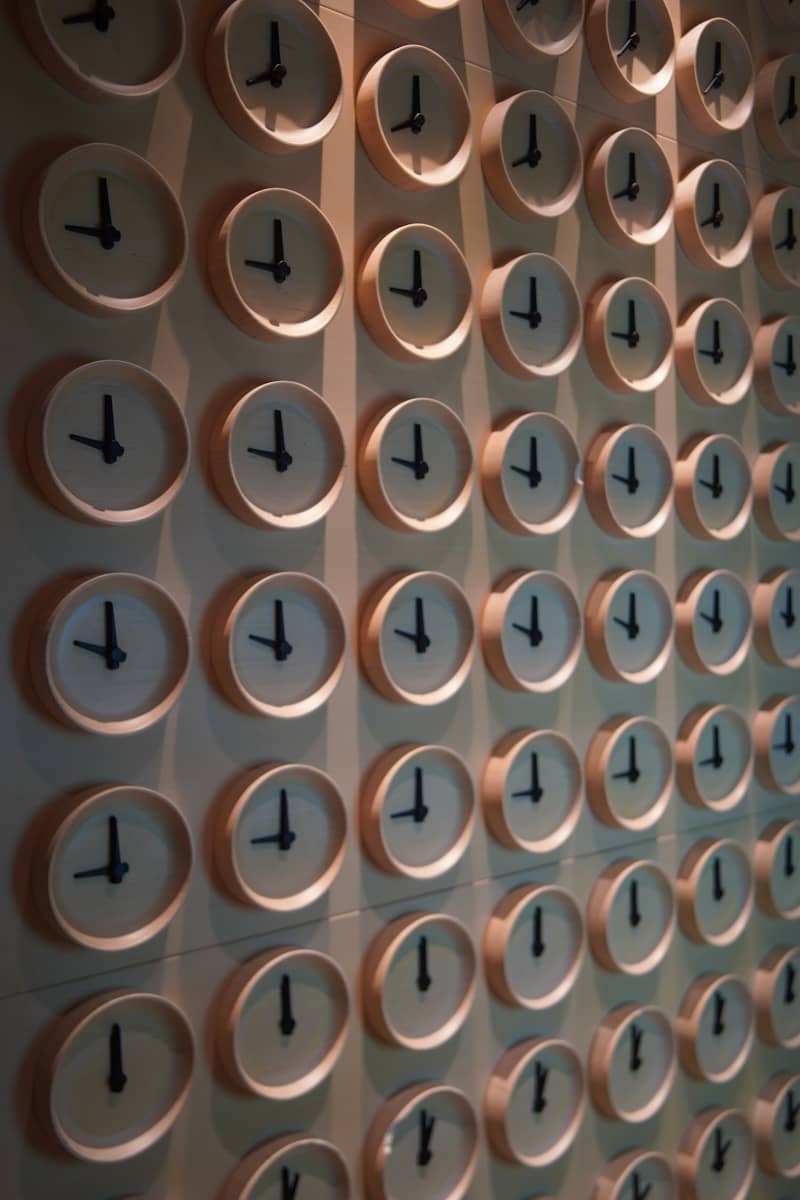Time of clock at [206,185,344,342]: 11:46
